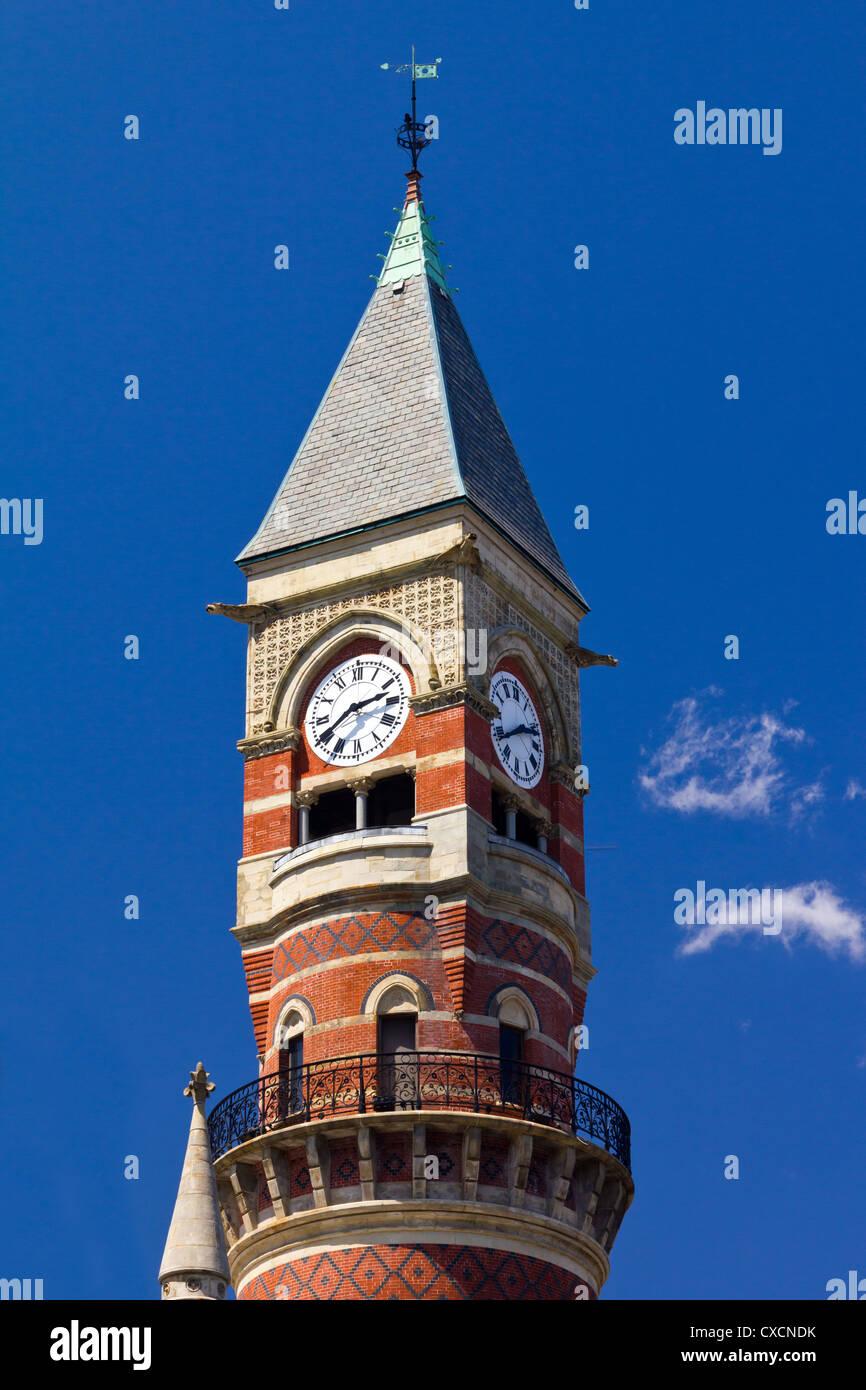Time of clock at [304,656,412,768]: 2:40
